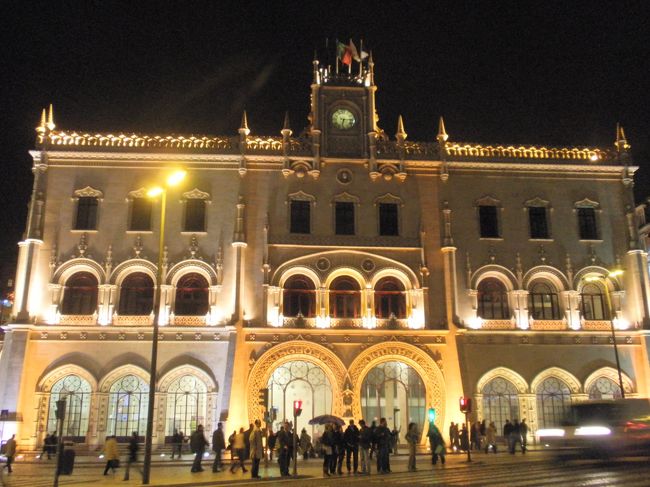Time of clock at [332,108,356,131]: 6:15
